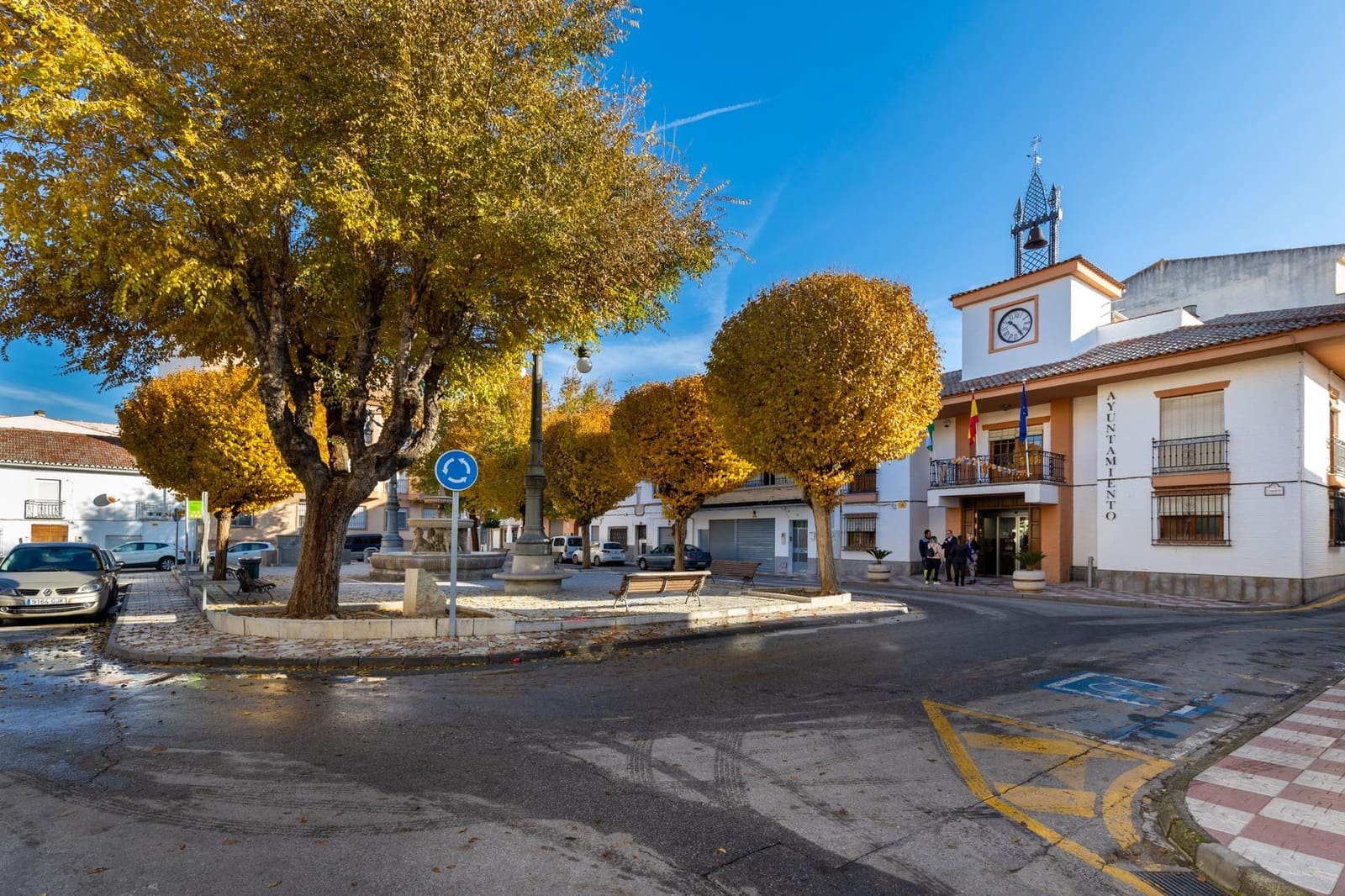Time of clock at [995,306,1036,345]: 10:24
